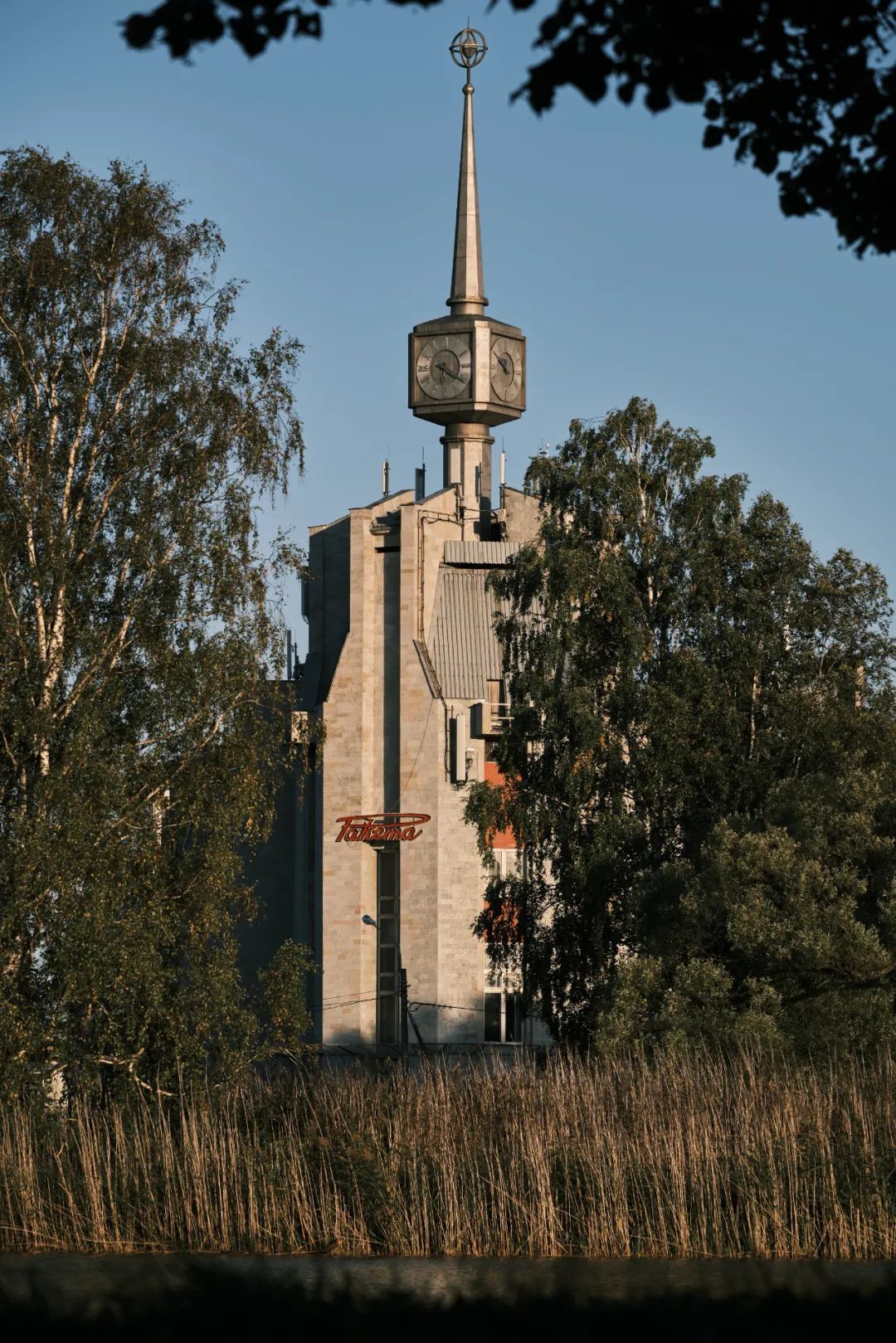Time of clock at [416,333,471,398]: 6:20
